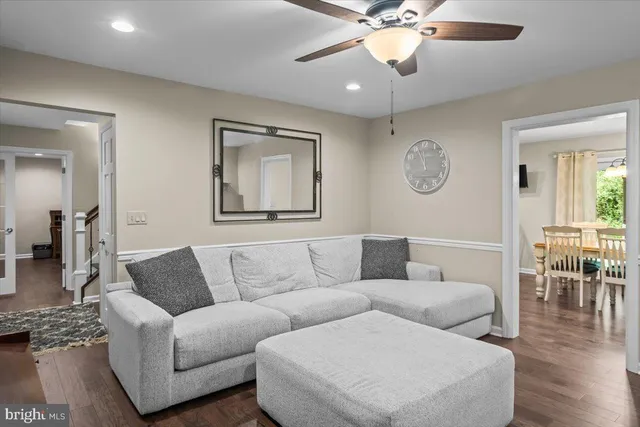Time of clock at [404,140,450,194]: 11:56
